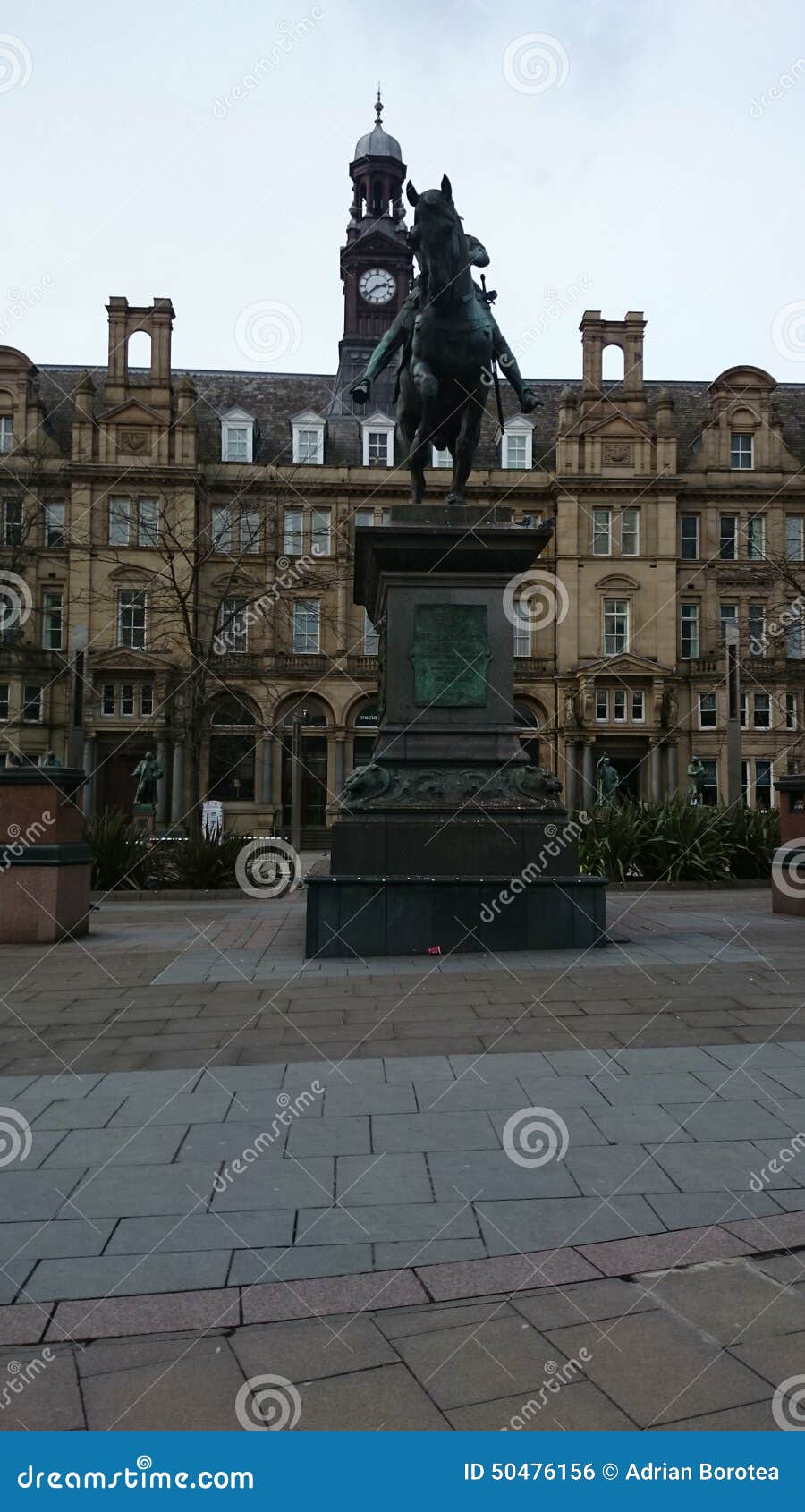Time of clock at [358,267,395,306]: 2:38
